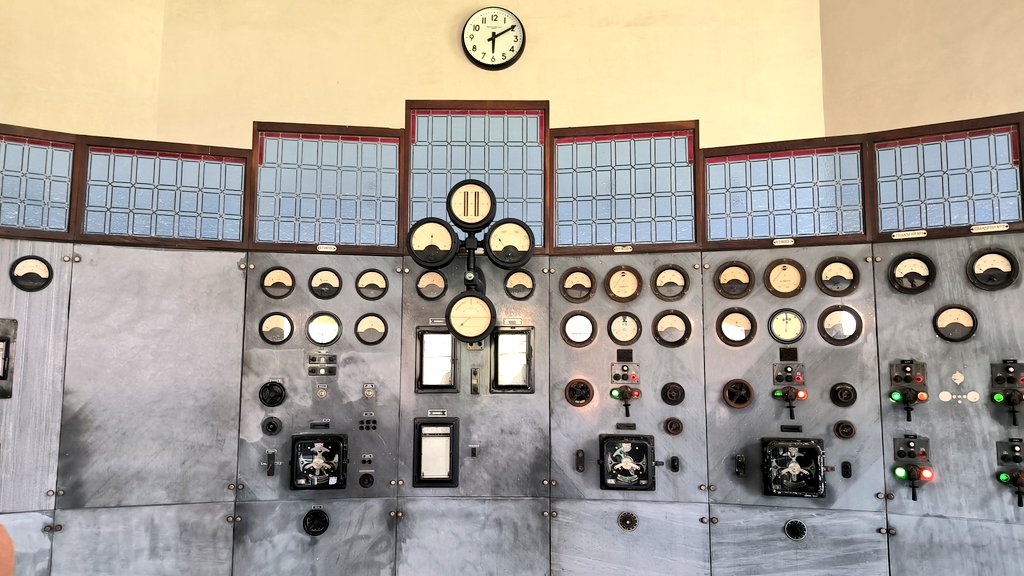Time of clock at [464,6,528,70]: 6:09
